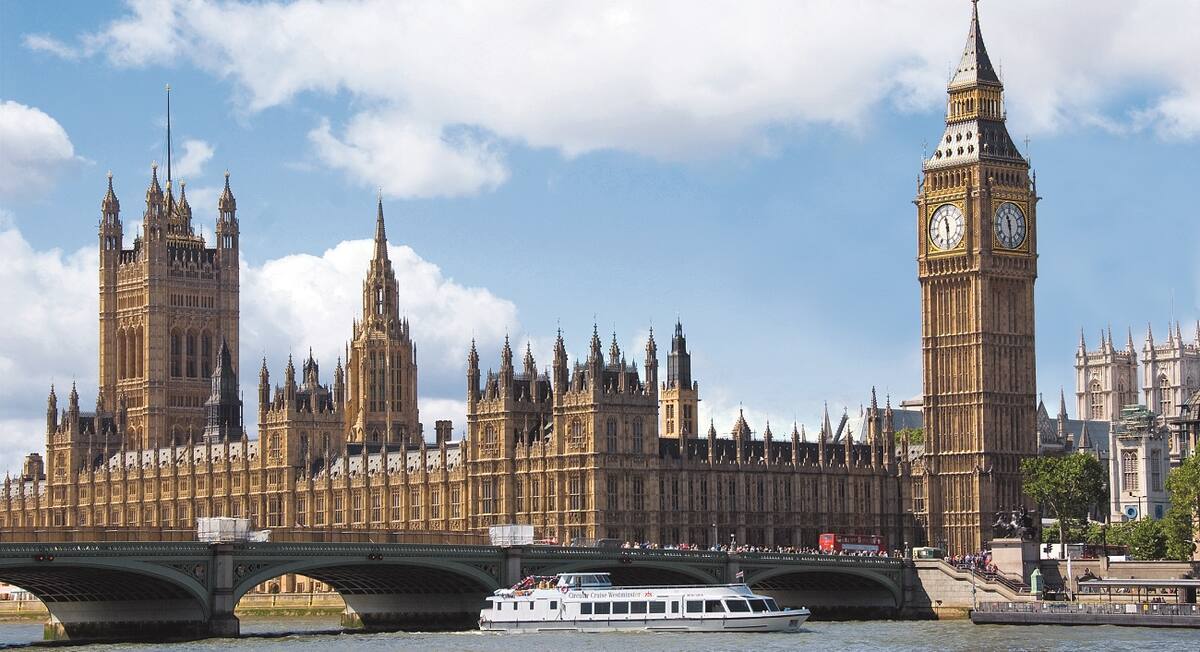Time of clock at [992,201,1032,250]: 11:28
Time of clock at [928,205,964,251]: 11:29
